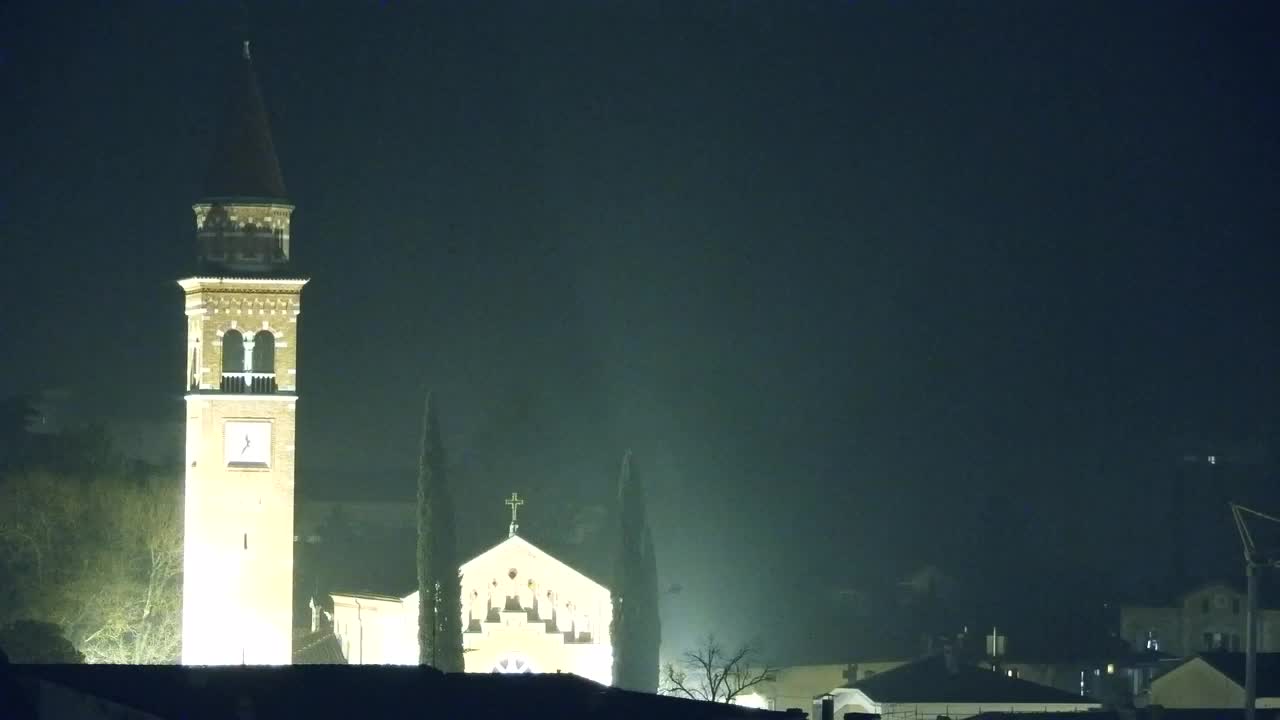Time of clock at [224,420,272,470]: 11:35
